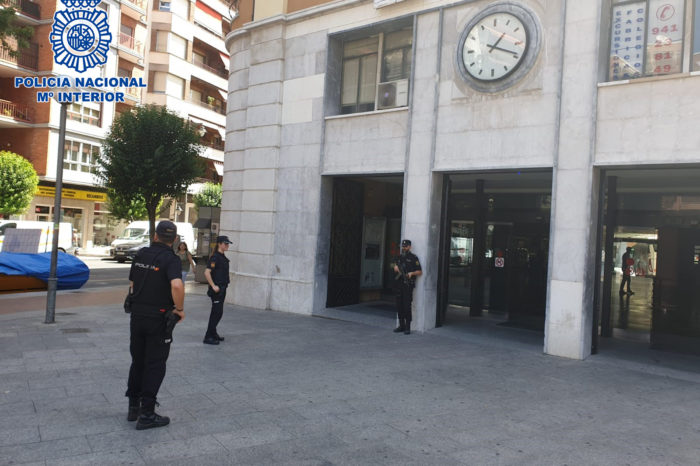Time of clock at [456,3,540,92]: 1:18
